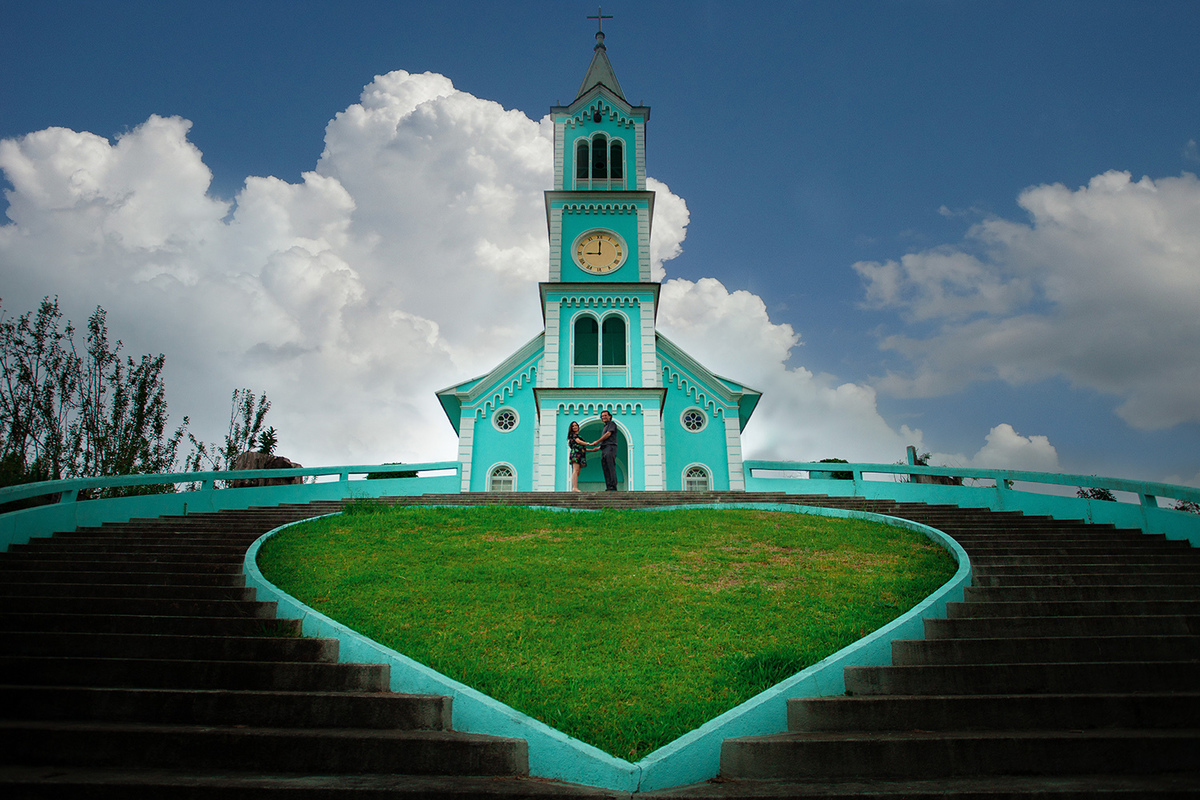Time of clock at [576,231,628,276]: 9:00
